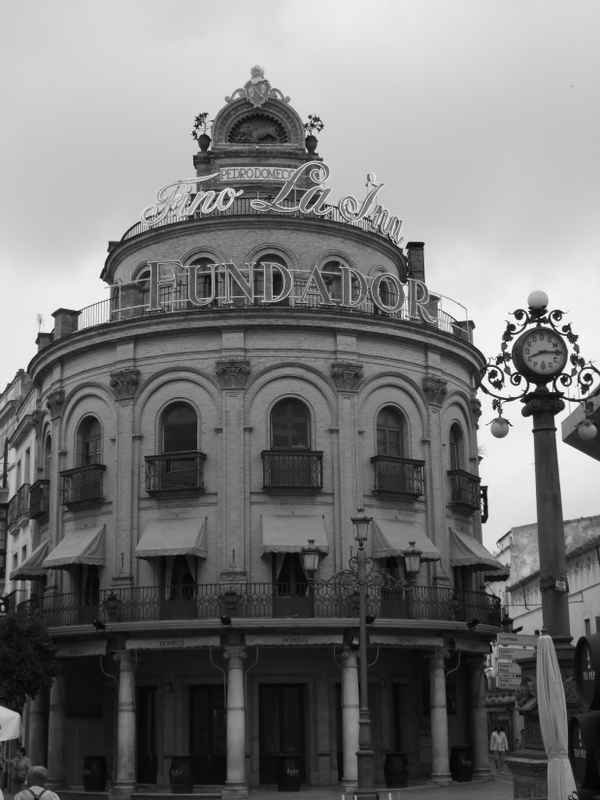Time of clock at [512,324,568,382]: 8:14
